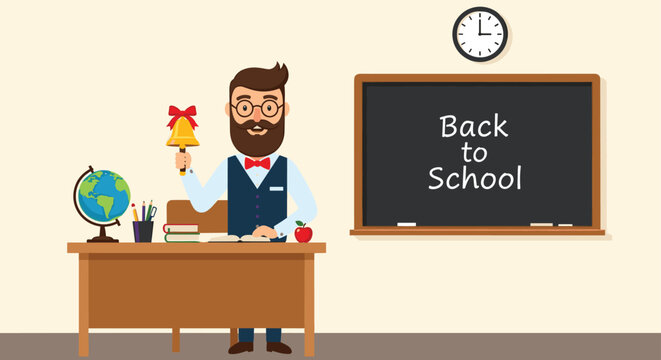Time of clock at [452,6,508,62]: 2:59
